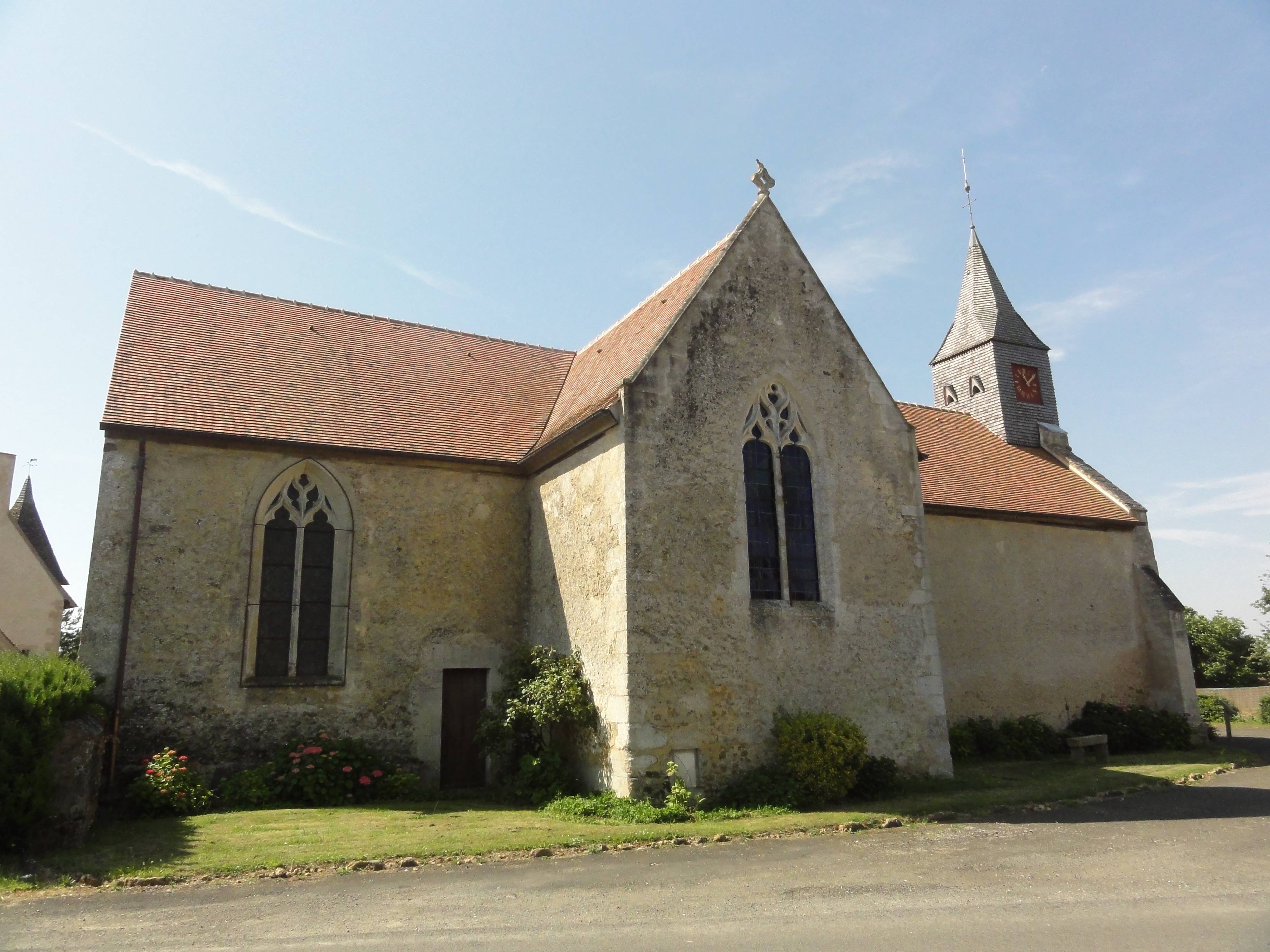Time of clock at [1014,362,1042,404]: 11:07
